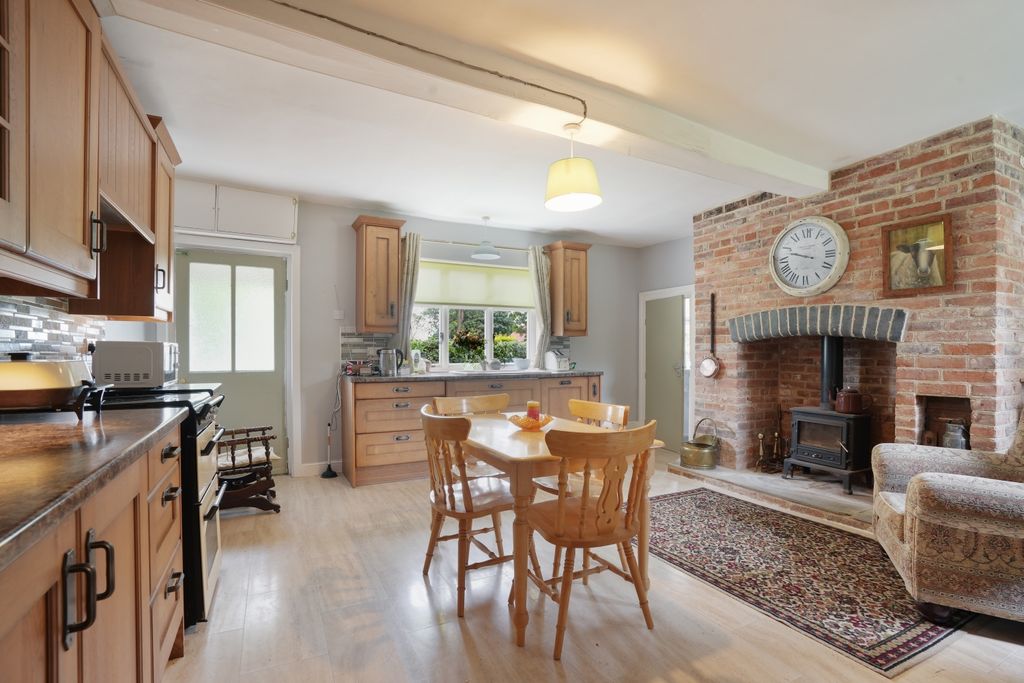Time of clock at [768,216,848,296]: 9:48
